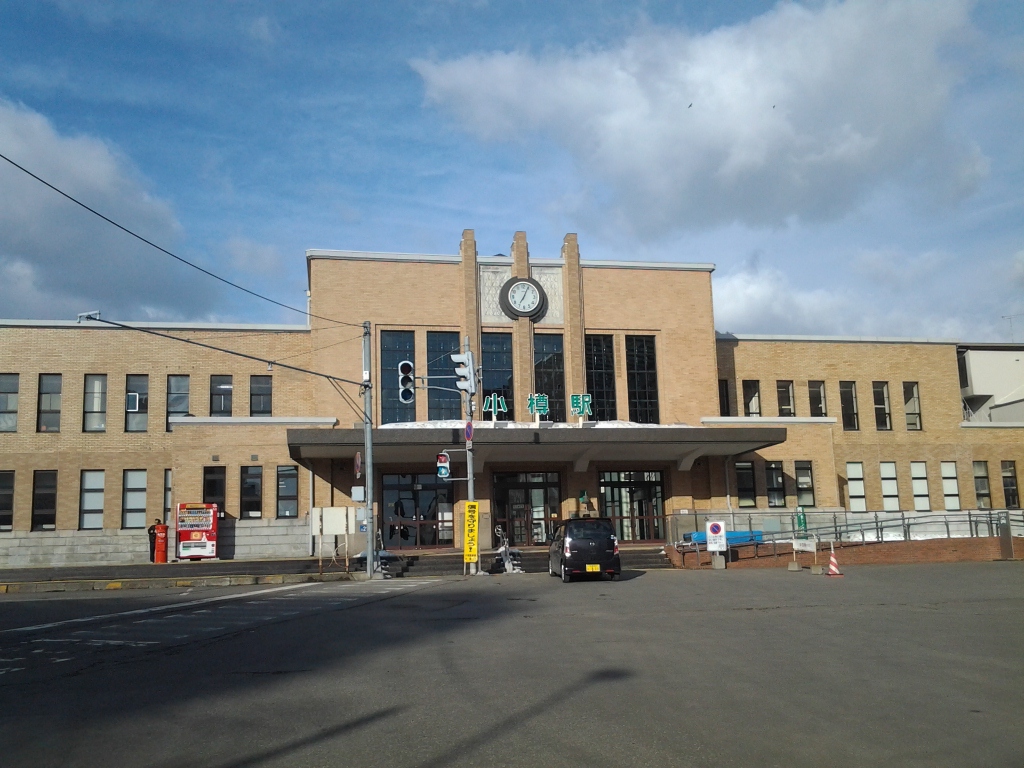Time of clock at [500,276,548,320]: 7:04
